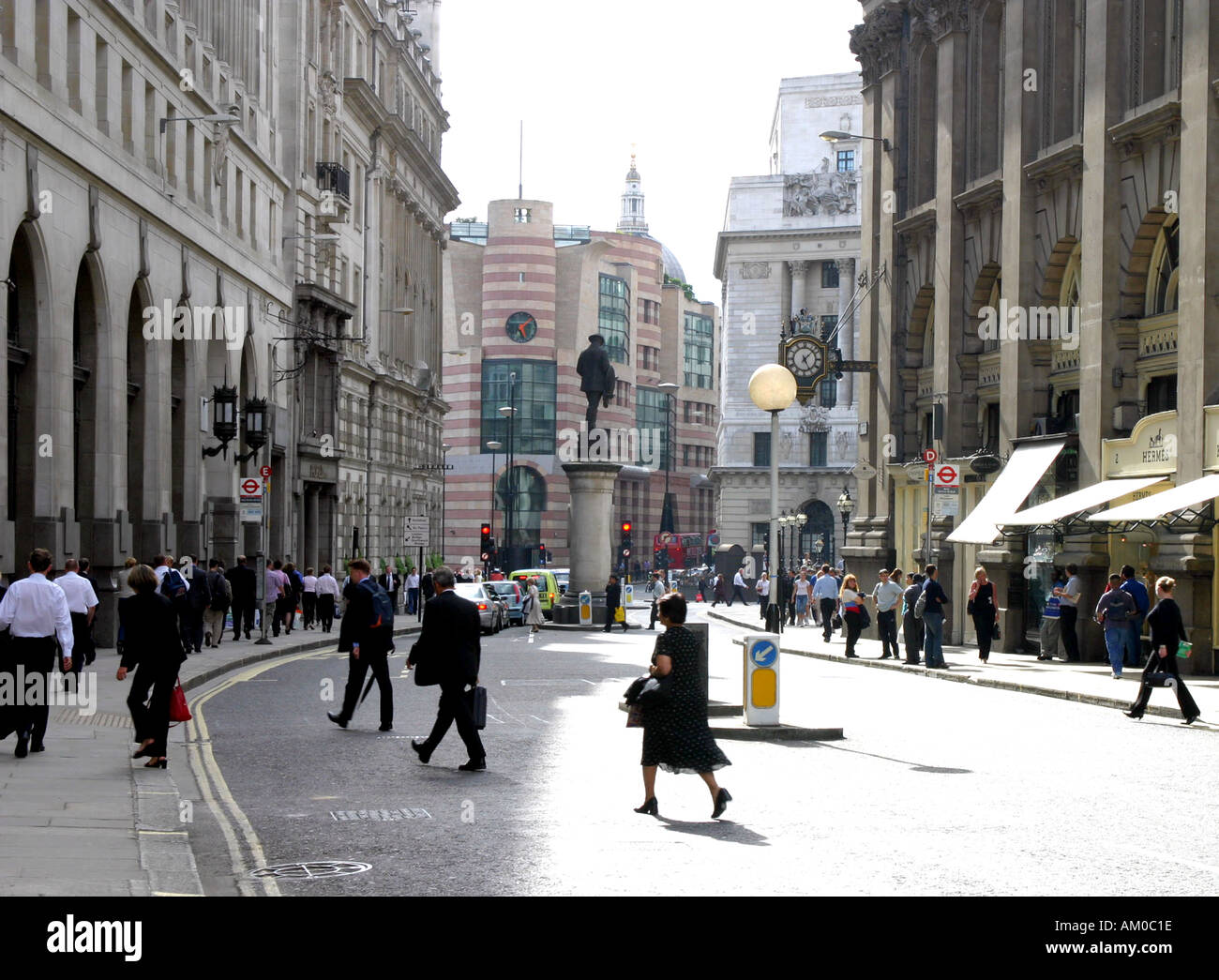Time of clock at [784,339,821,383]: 5:07
